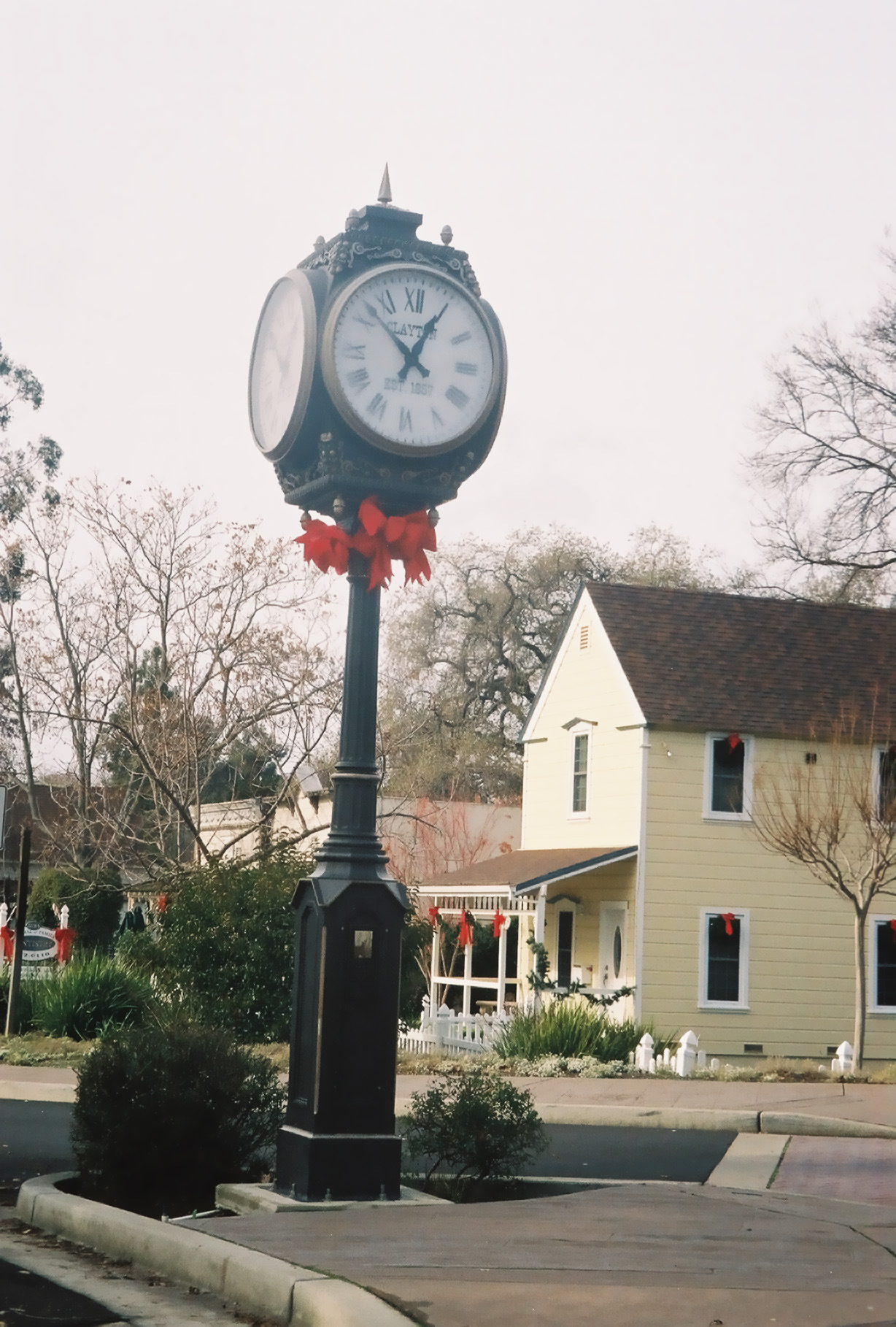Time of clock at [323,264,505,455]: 12:52
